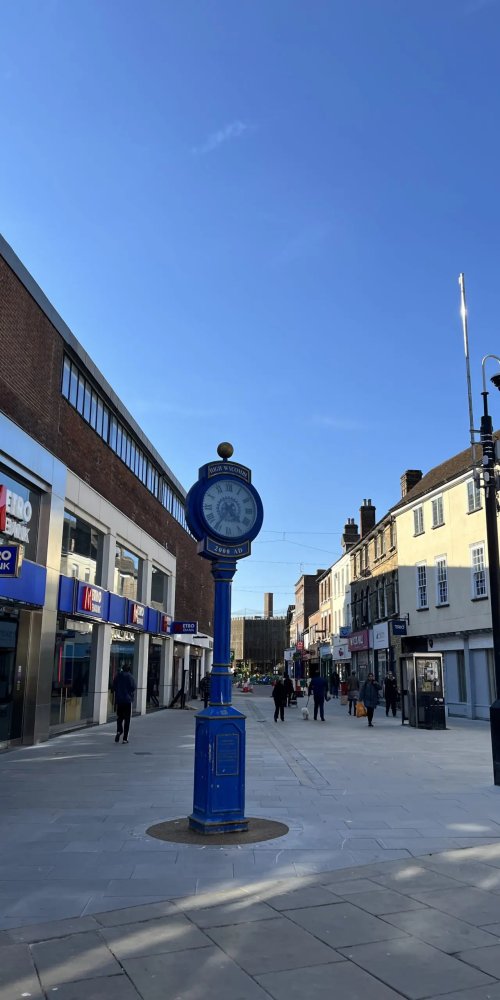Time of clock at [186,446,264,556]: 4:35
